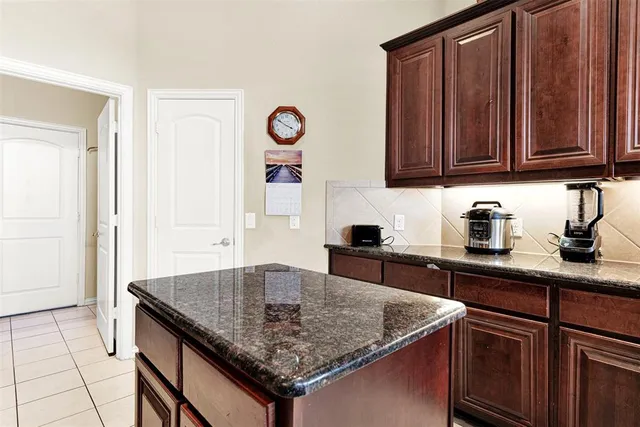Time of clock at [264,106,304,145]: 3:50
